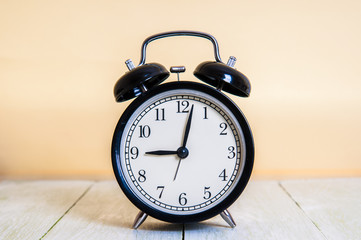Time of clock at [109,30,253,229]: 9:02
